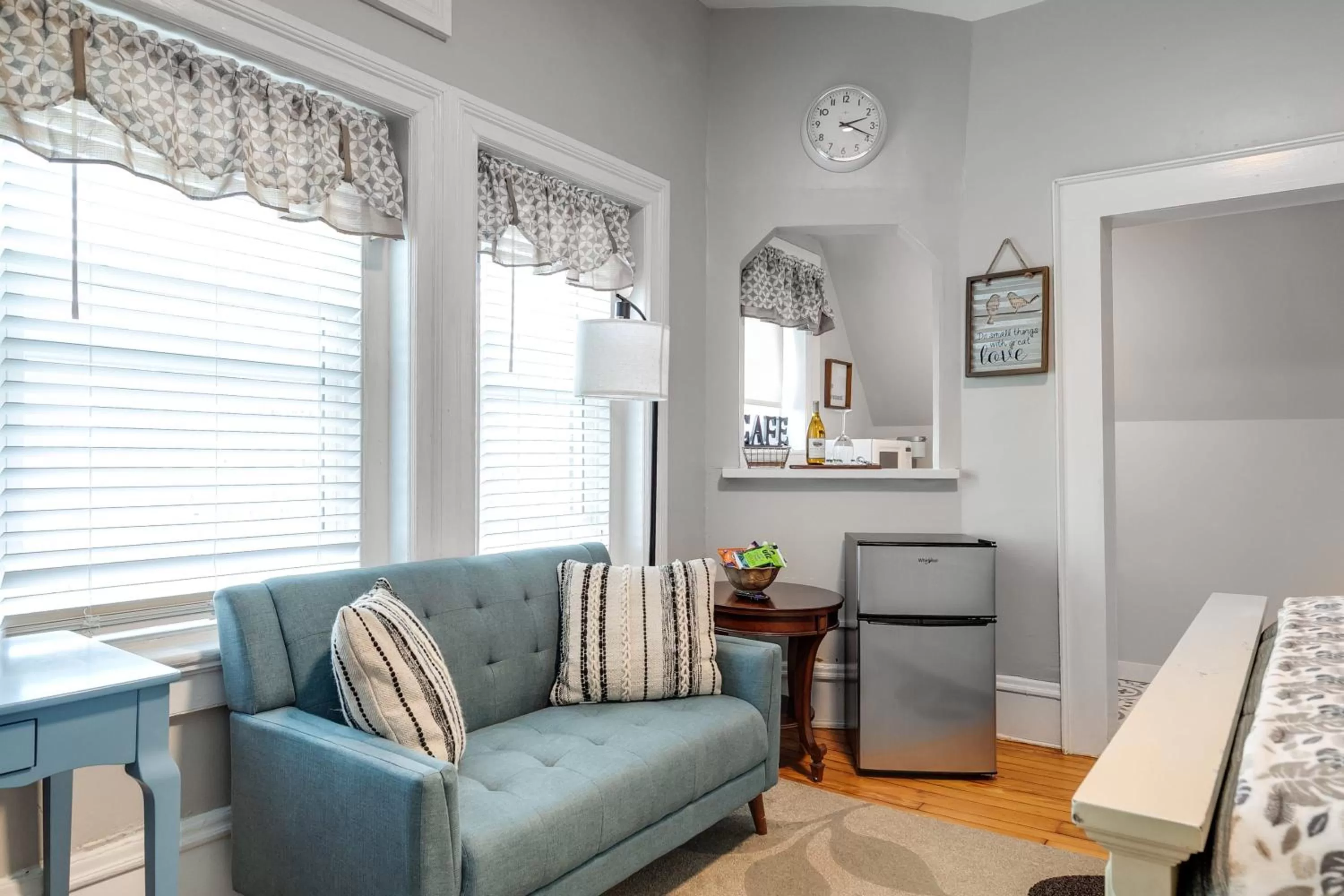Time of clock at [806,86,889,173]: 2:18
